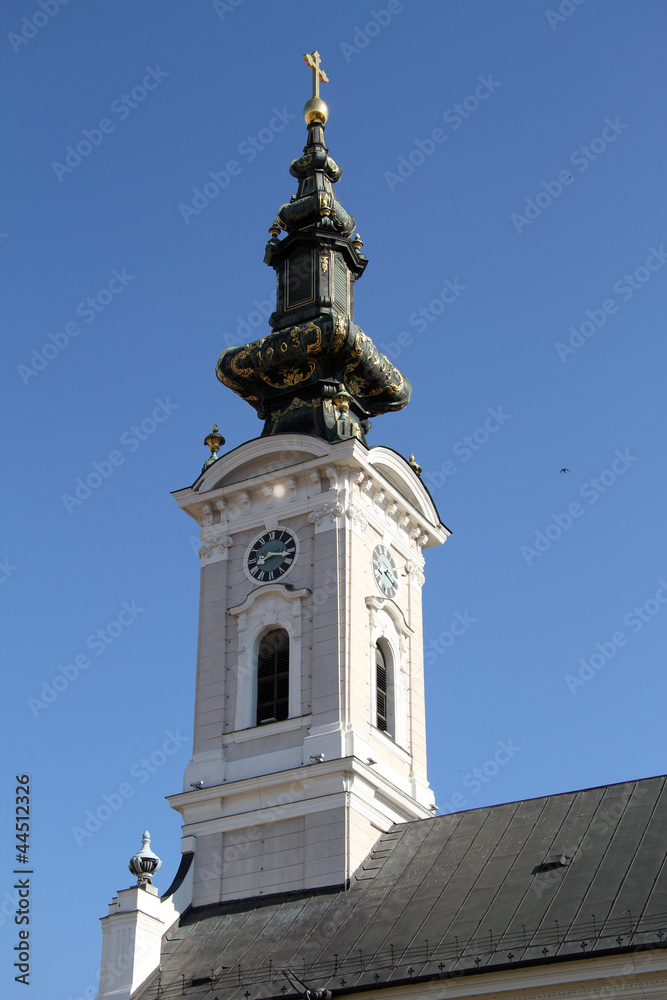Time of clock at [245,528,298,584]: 8:16
